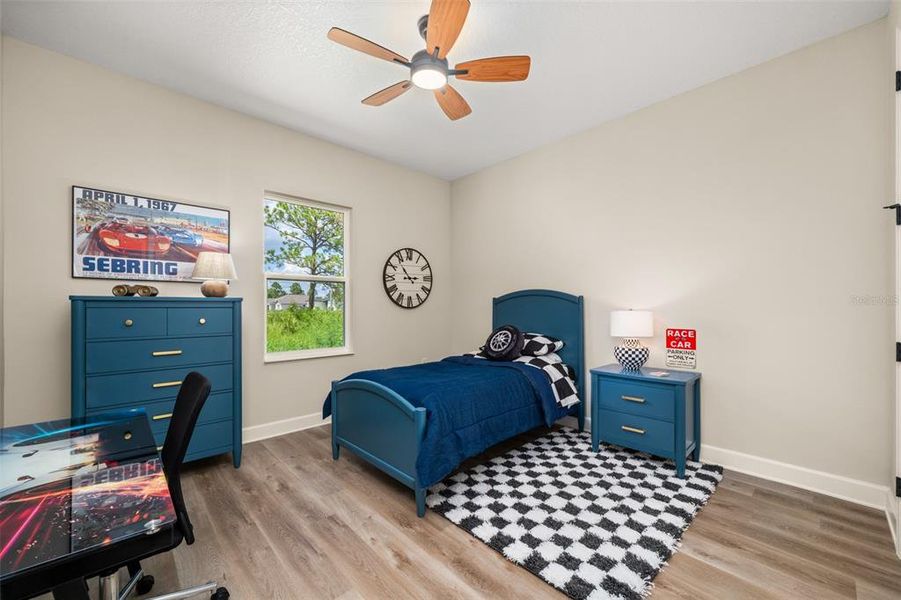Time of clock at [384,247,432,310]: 2:53
